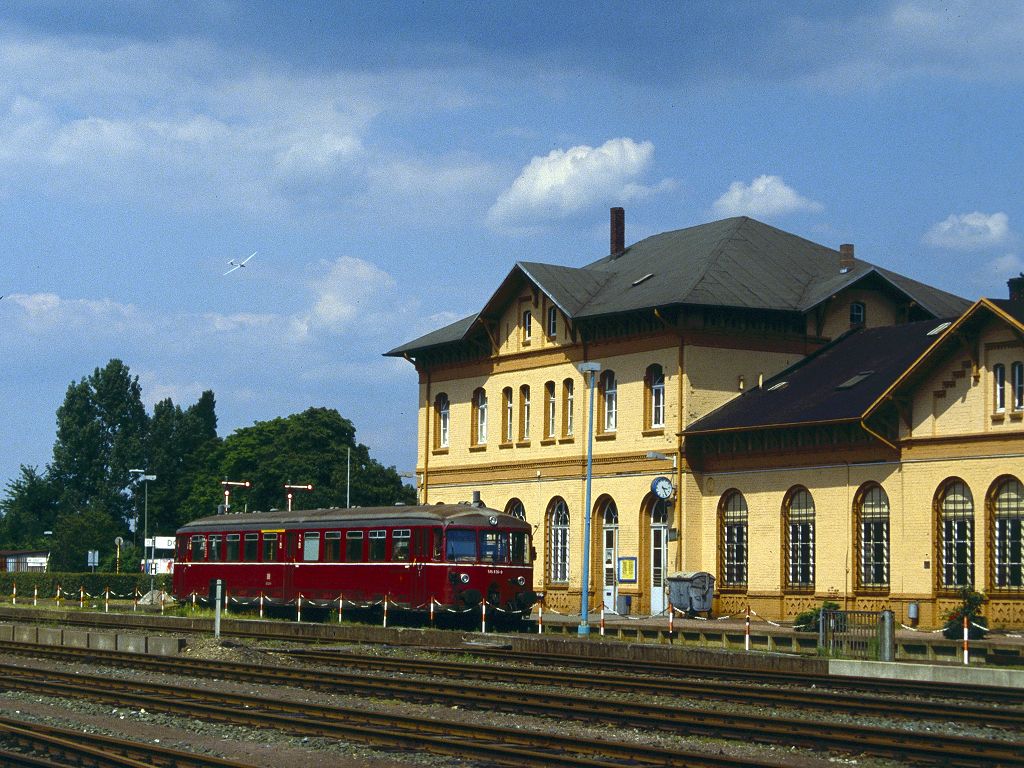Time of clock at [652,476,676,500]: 3:26
